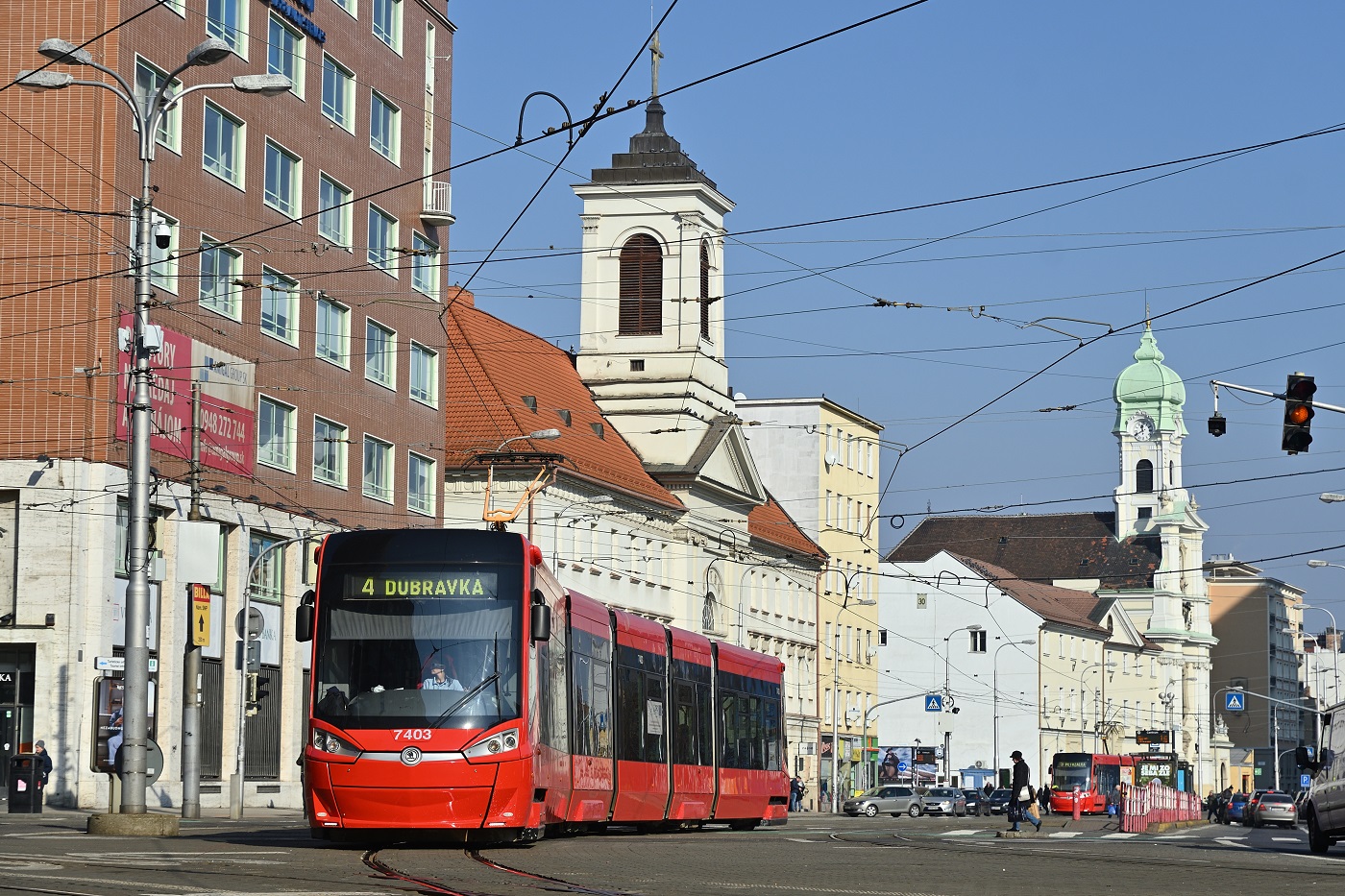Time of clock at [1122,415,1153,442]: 11:40
